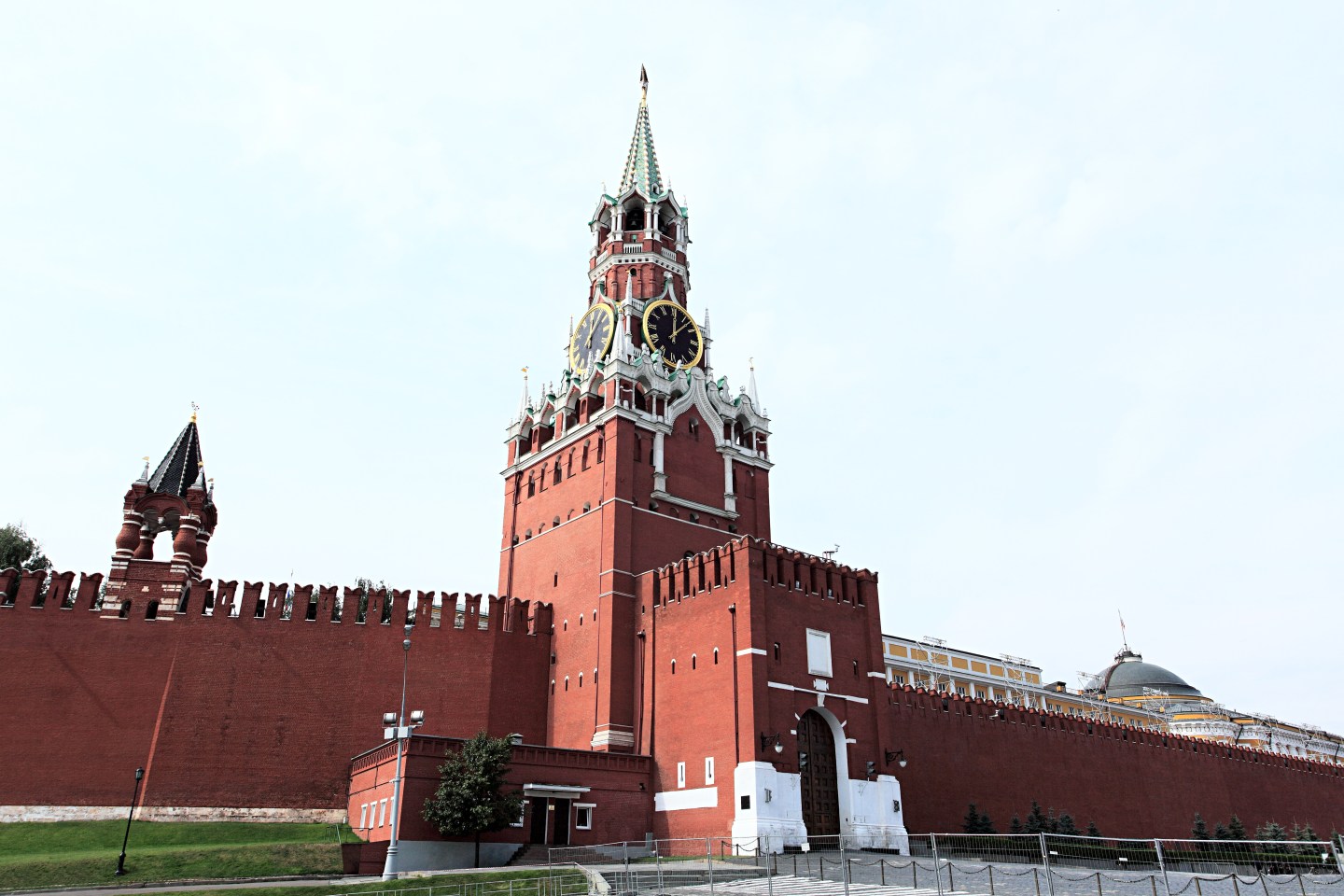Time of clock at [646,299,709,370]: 12:07
